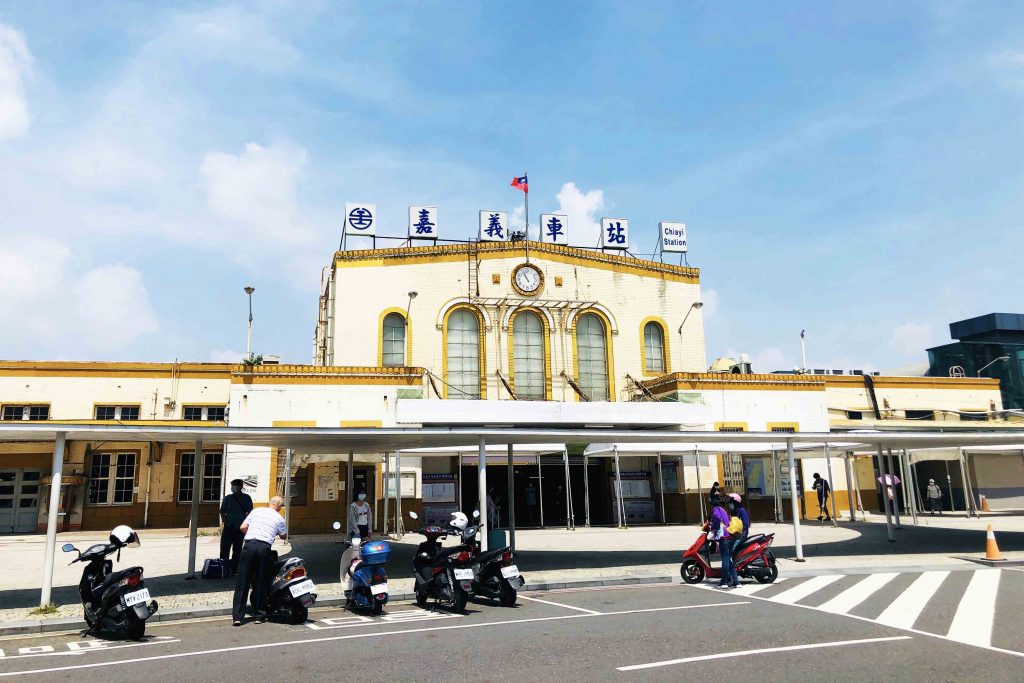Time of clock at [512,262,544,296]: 10:56
